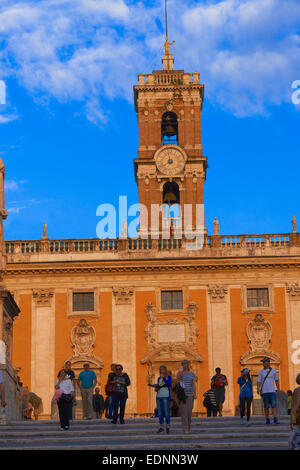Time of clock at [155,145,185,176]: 7:57
